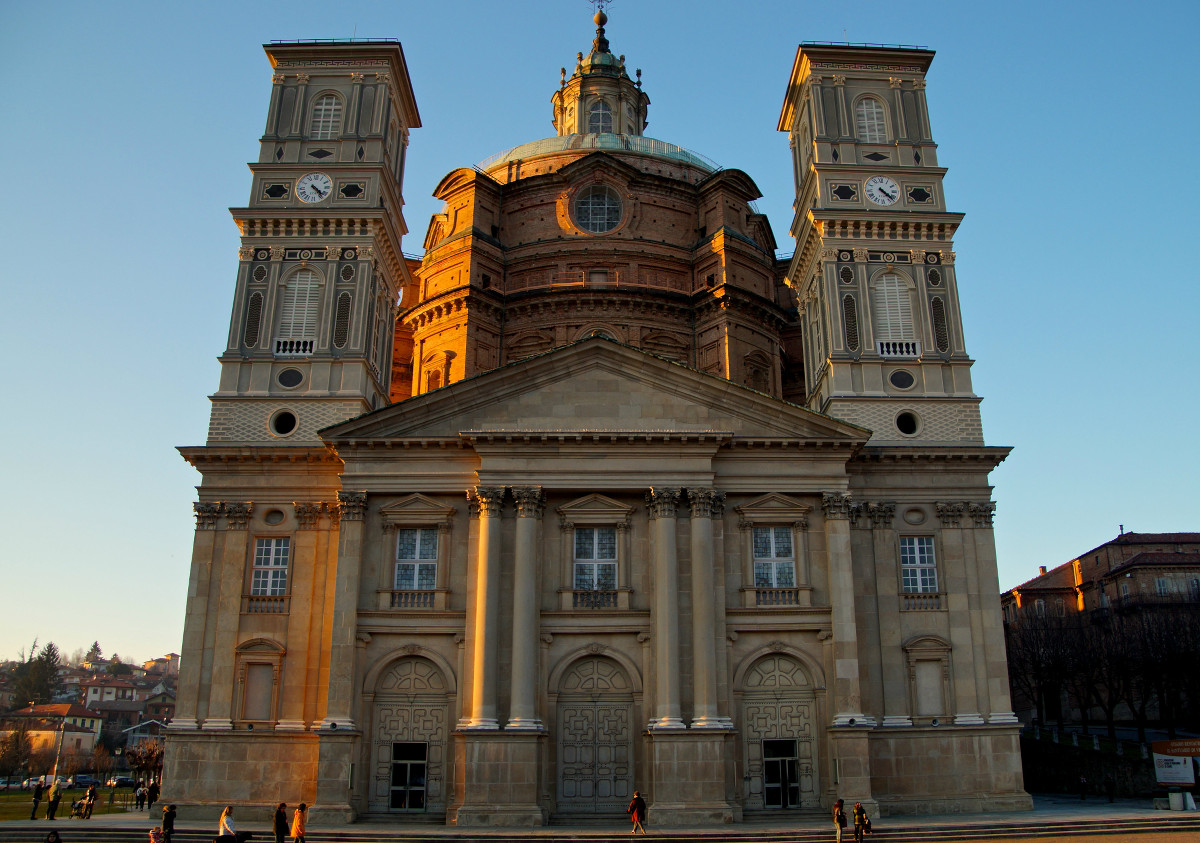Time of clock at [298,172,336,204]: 4:22
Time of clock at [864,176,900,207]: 4:22
